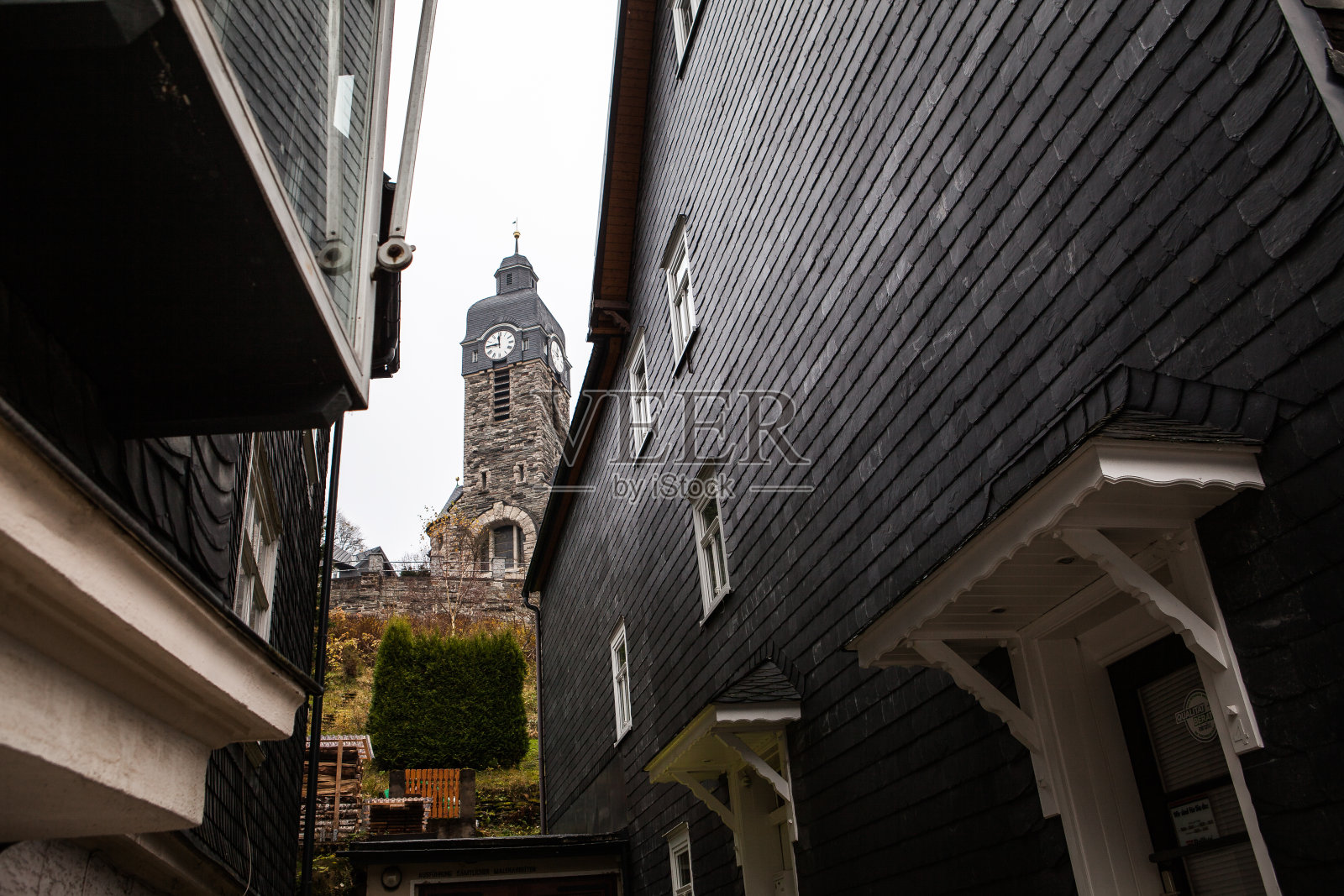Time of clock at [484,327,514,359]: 11:45
